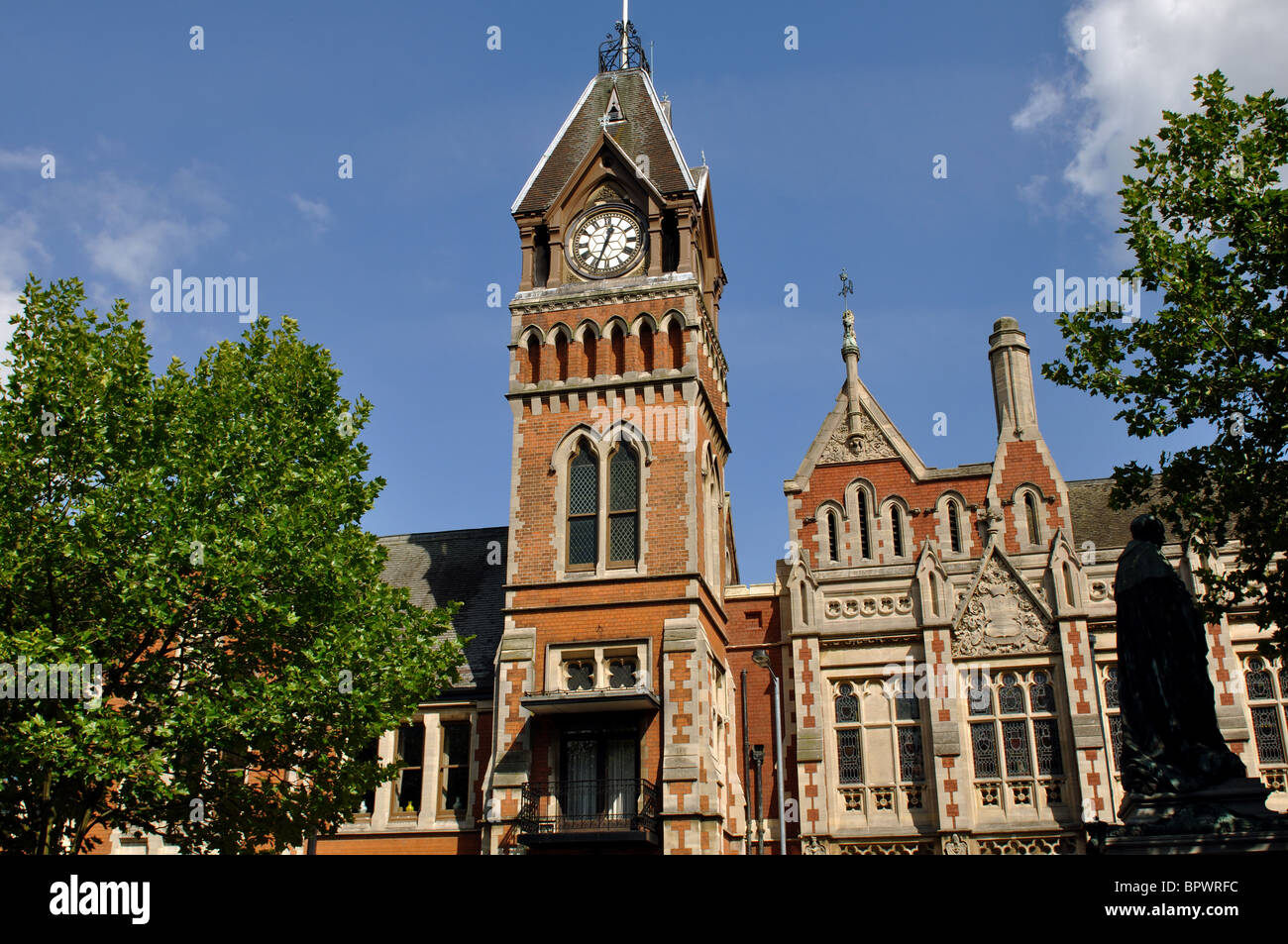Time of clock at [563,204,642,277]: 12:33
